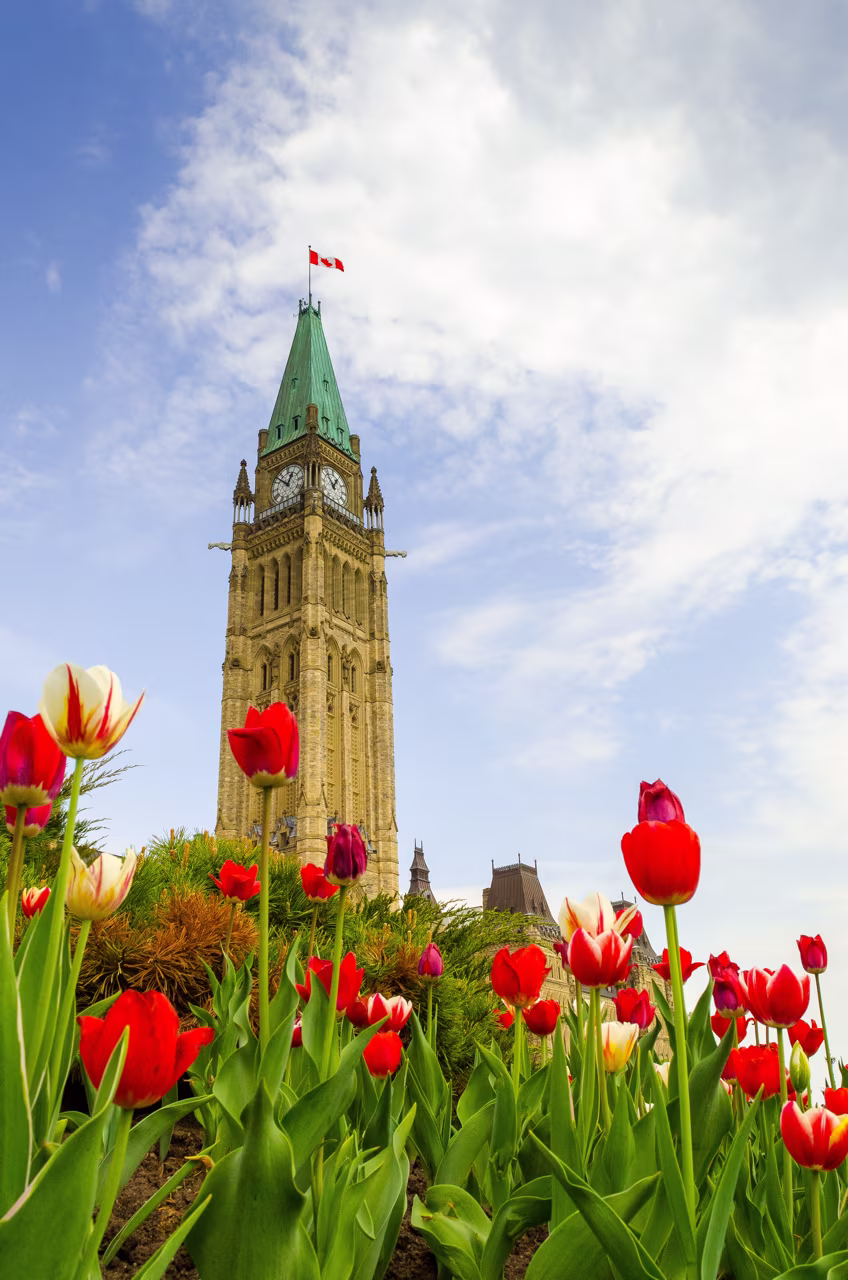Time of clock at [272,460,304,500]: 12:52
